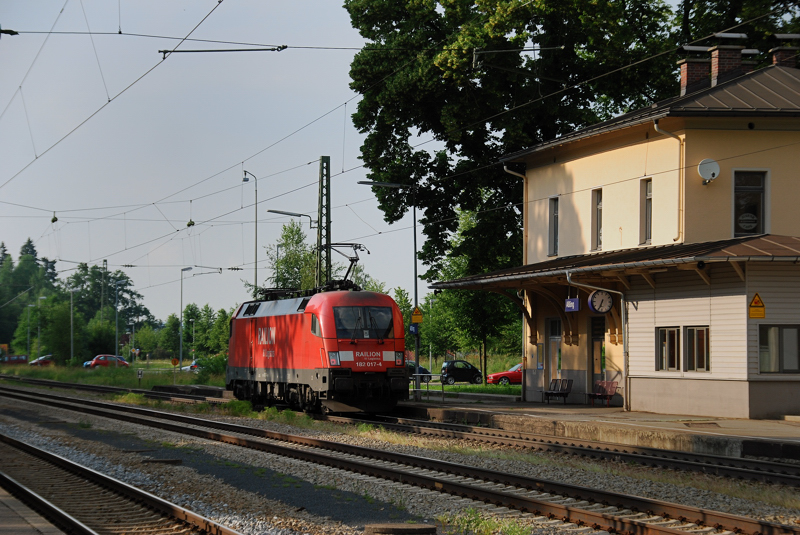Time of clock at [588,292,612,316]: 6:34
